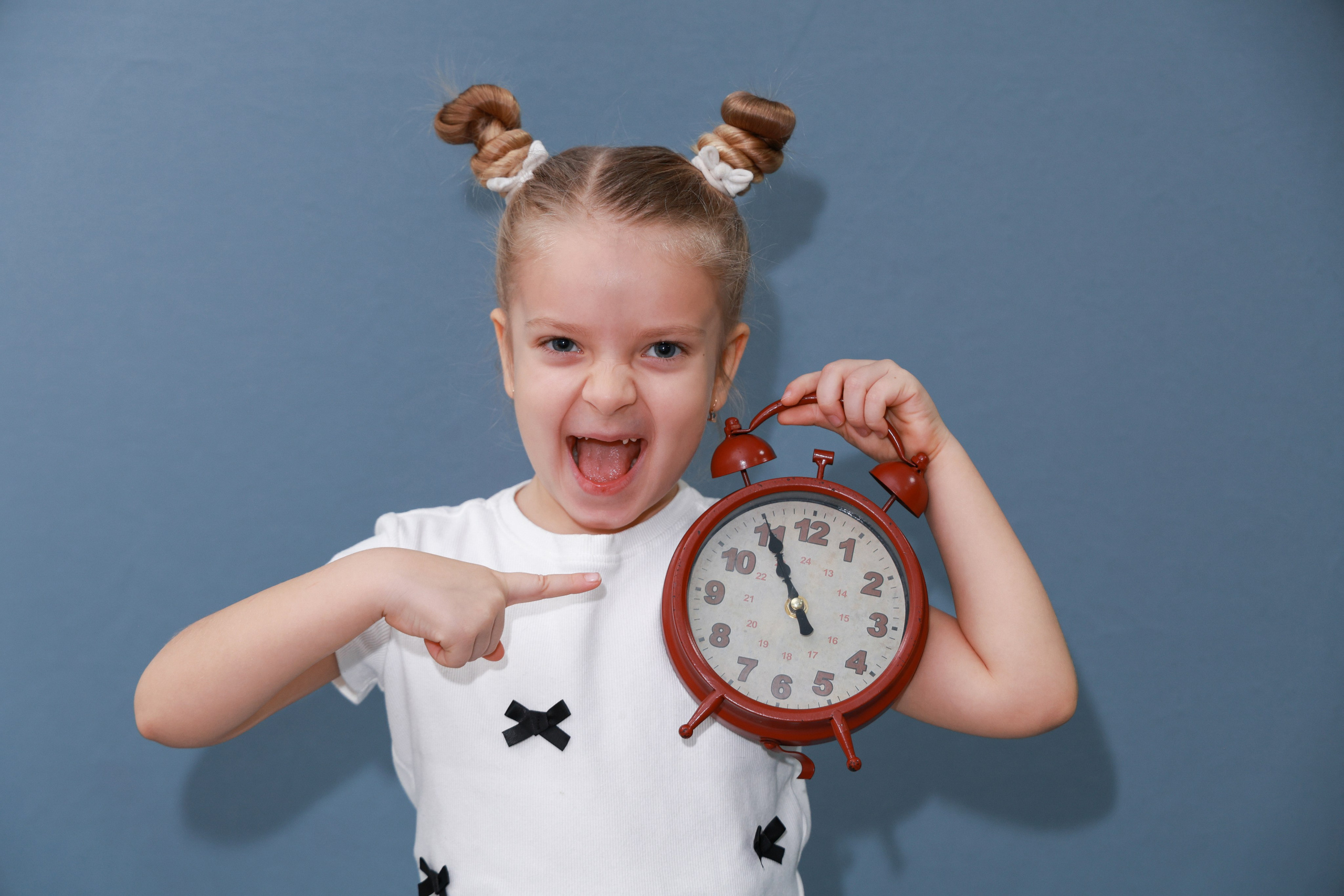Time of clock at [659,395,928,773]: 10:55
